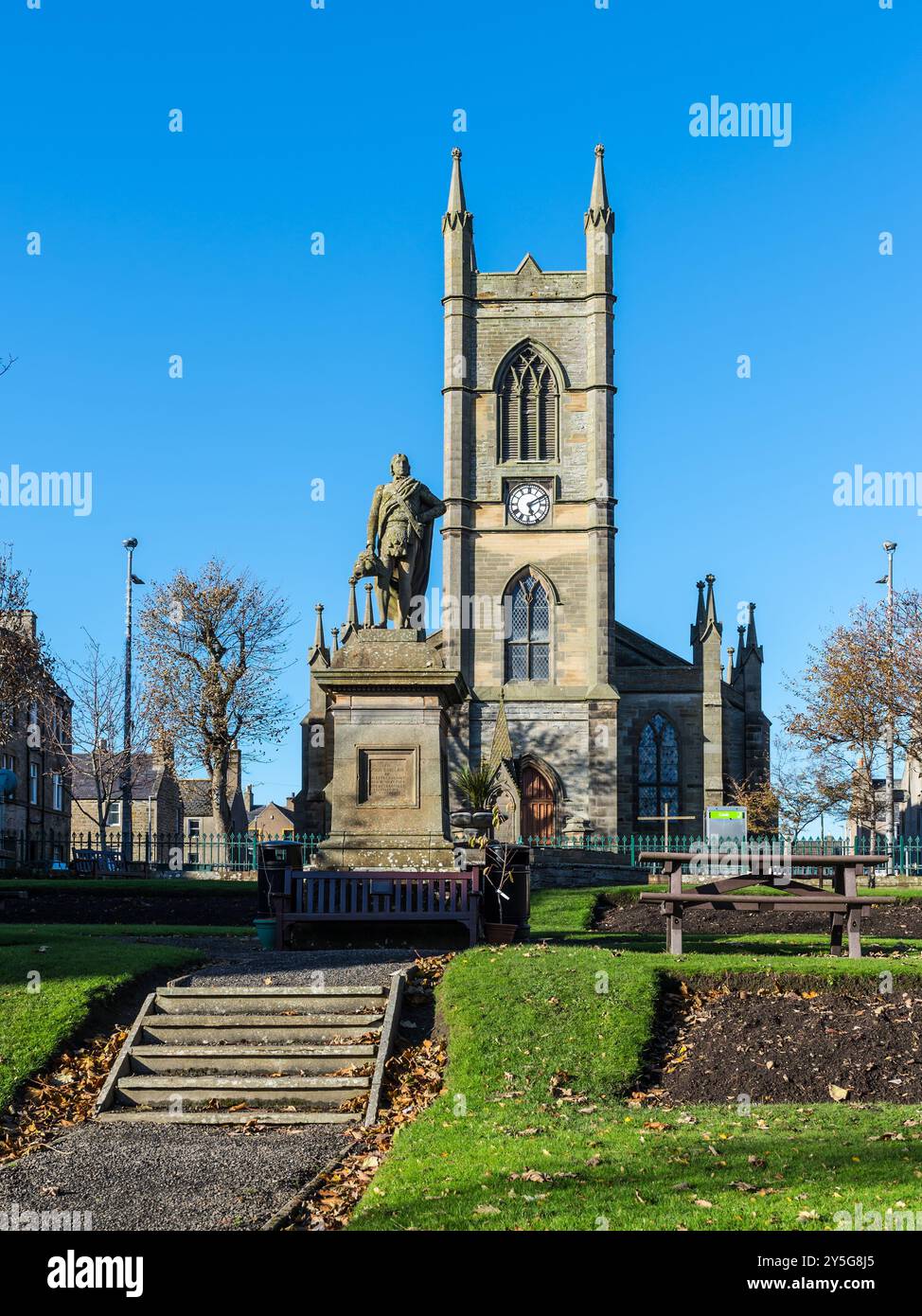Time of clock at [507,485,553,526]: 5:09
